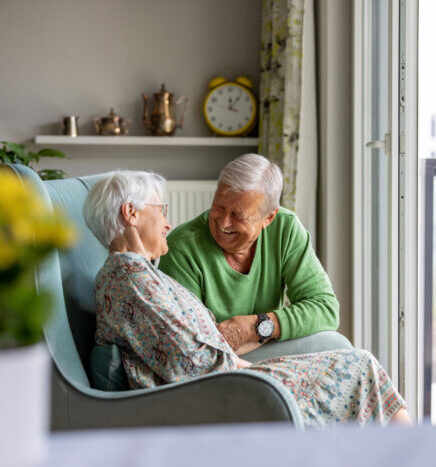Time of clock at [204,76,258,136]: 12:06
